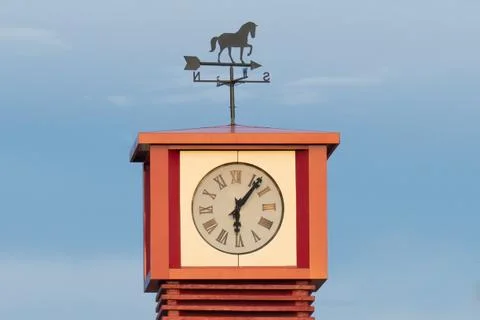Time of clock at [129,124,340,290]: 6:06
